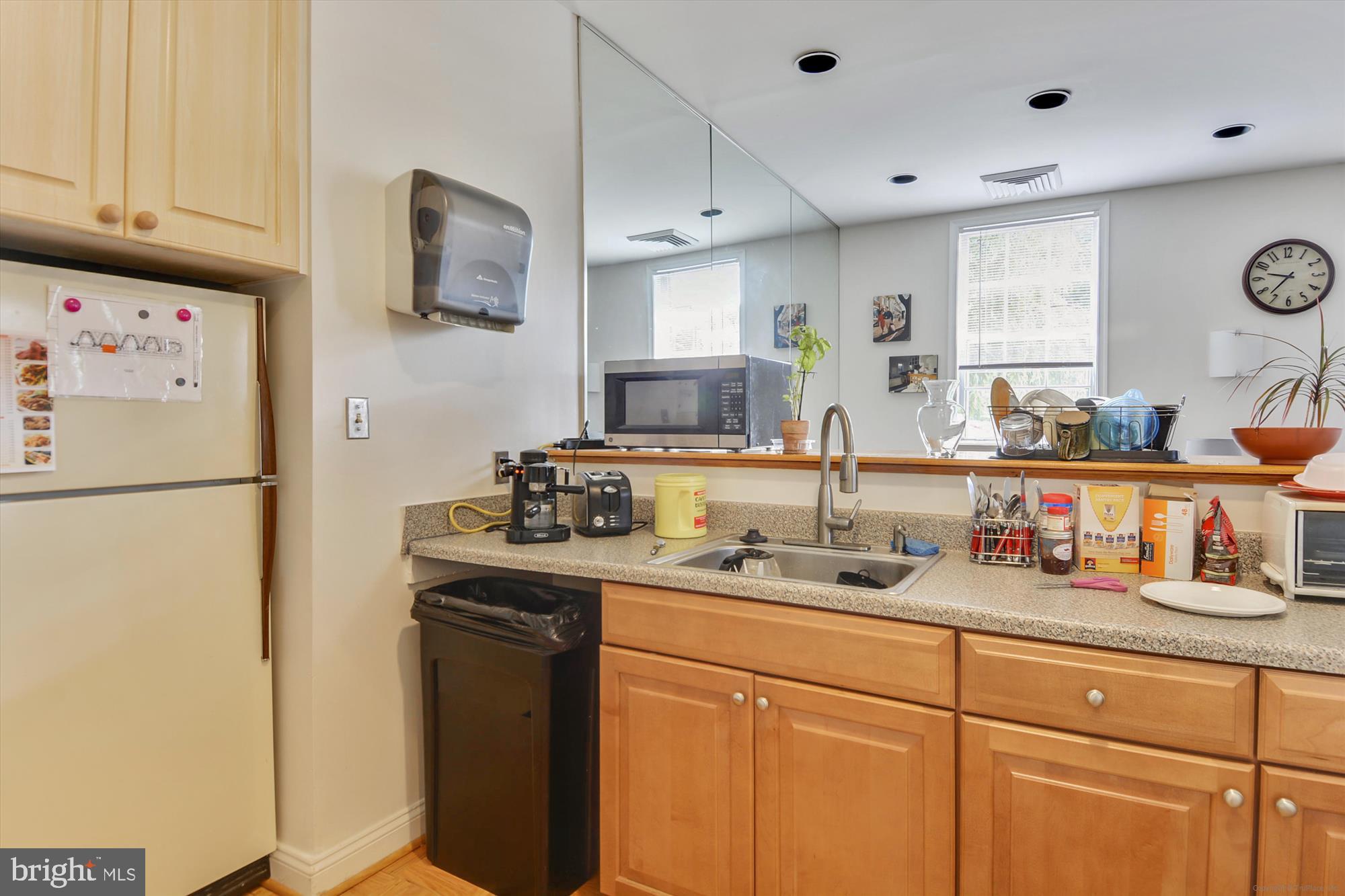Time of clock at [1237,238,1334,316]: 9:37
